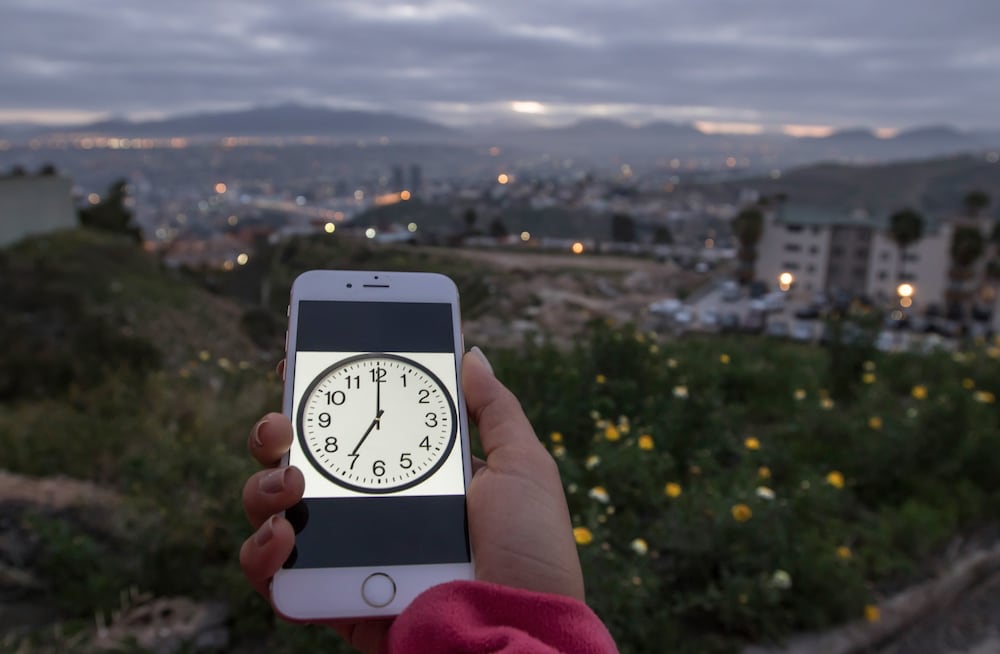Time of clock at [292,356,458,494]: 7:00
